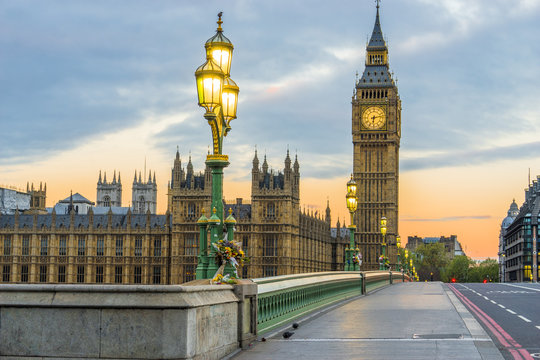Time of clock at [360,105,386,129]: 6:13
